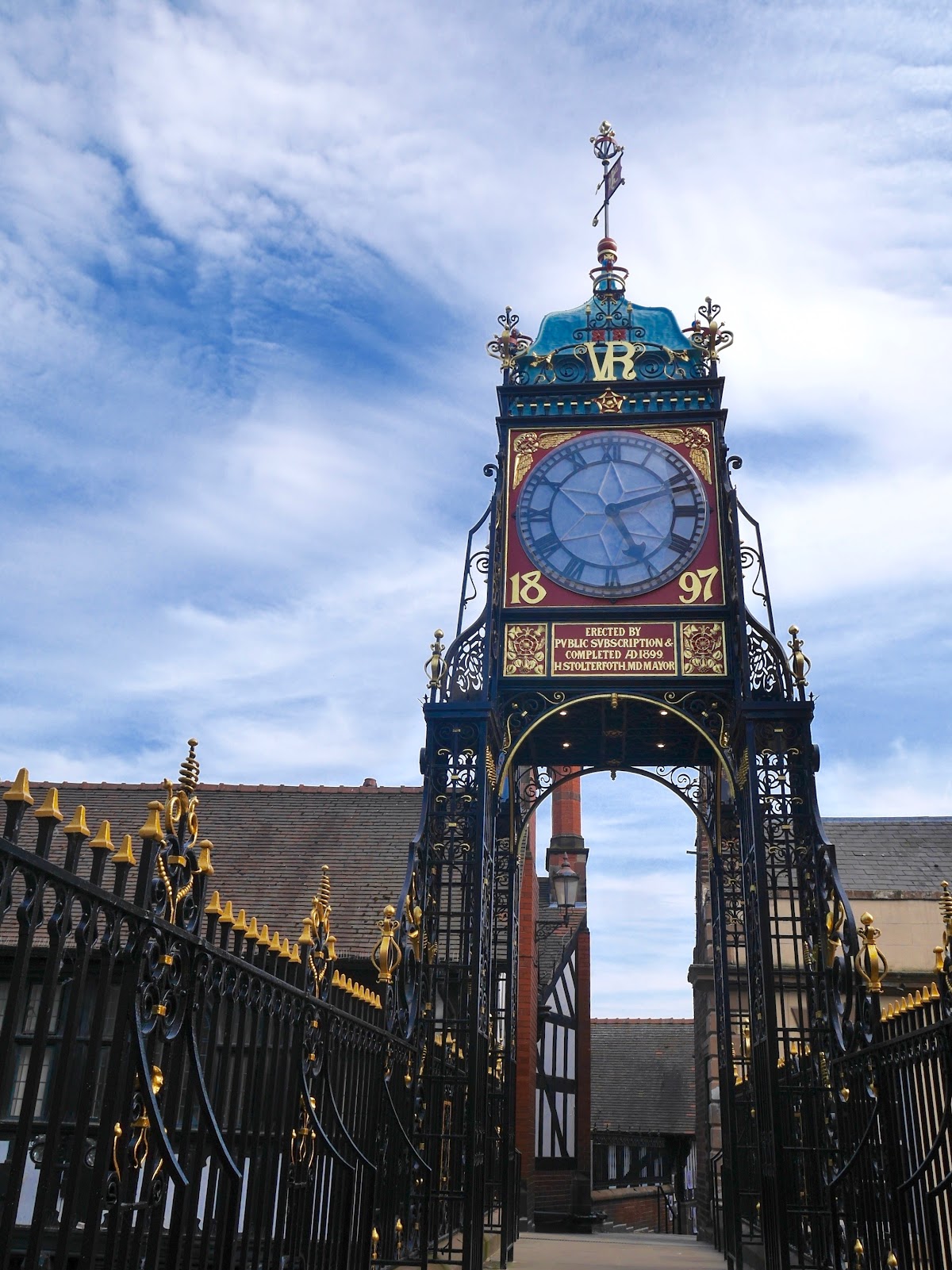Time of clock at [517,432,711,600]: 5:11
